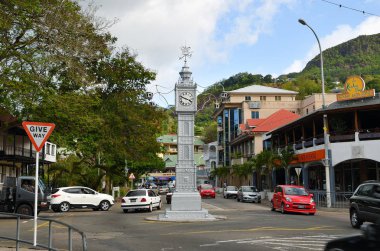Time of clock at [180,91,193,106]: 3:48
